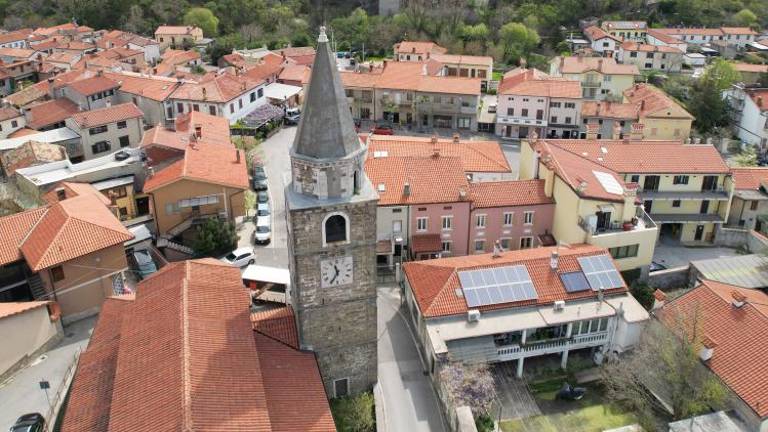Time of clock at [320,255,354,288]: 11:35
